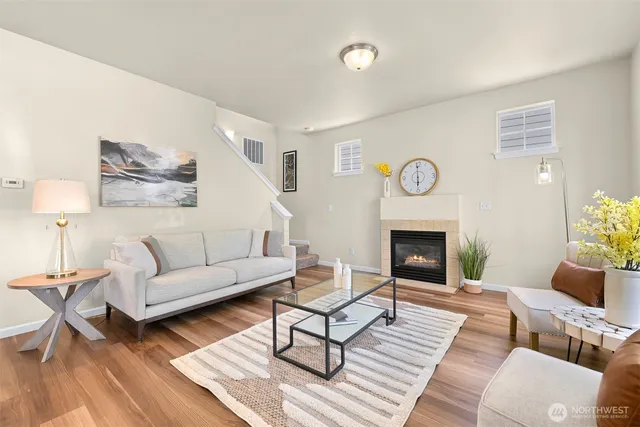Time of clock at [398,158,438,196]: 5:59
